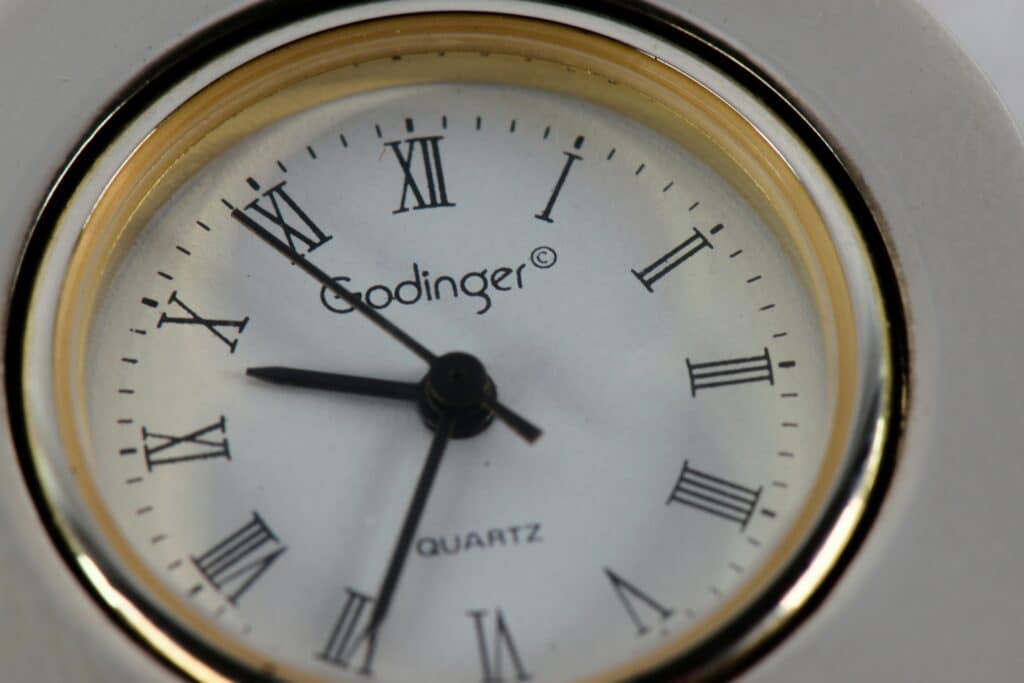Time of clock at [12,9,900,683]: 9:34
